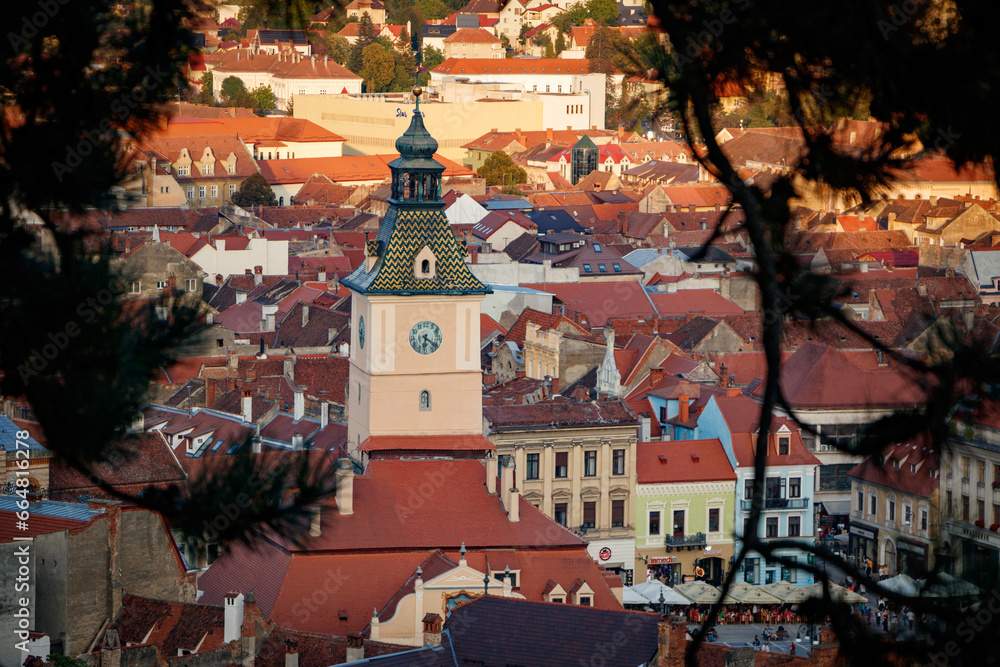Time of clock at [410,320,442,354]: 6:20
